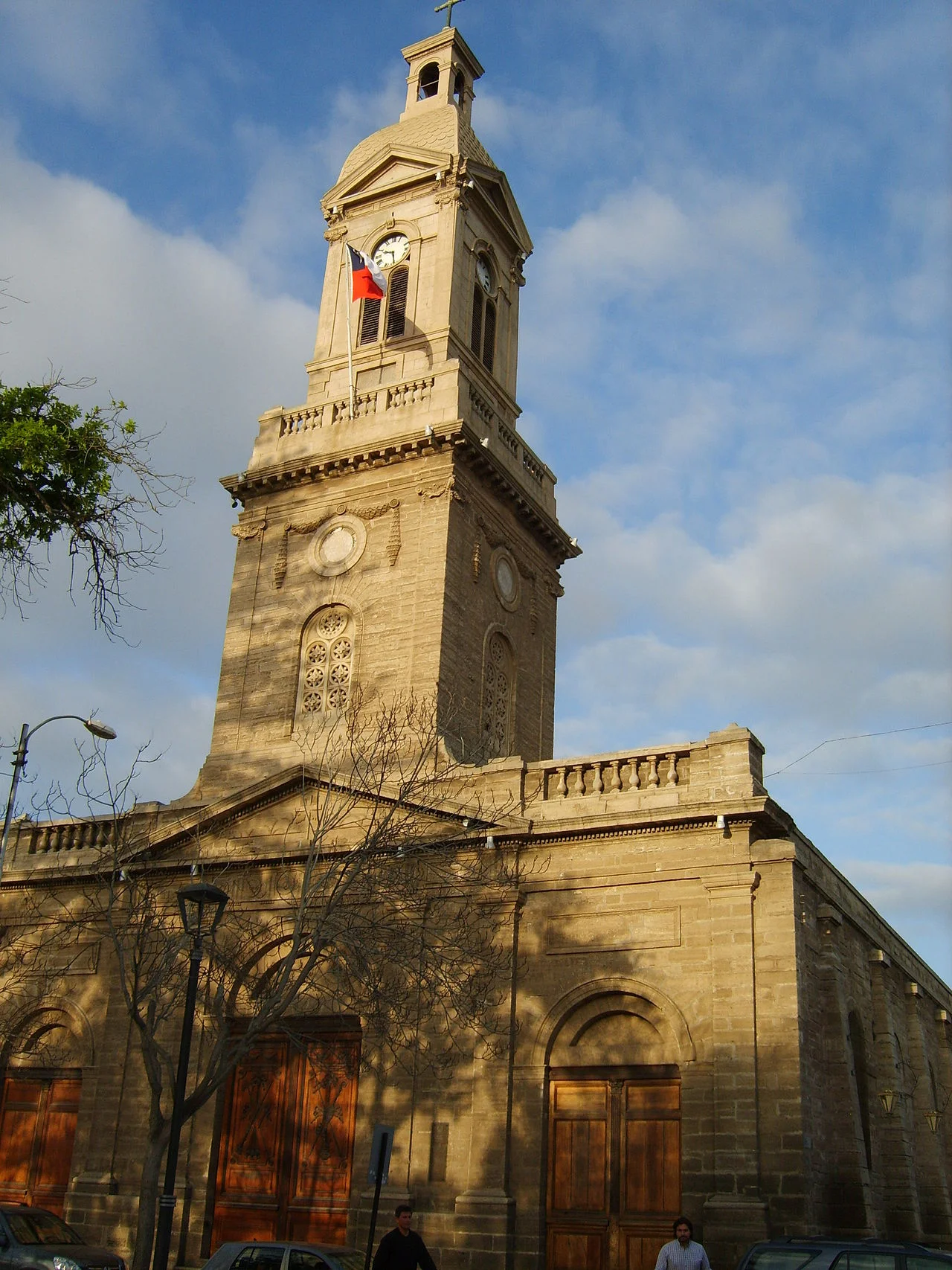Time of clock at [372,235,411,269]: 9:28
